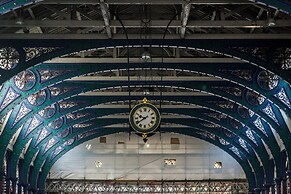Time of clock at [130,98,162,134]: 9:39
